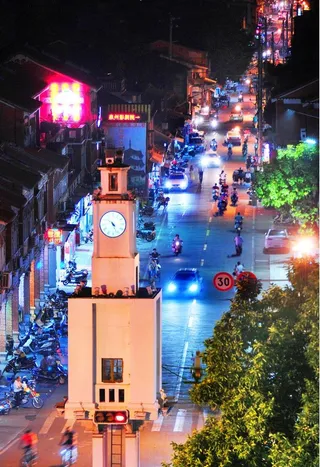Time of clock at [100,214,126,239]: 4:26
